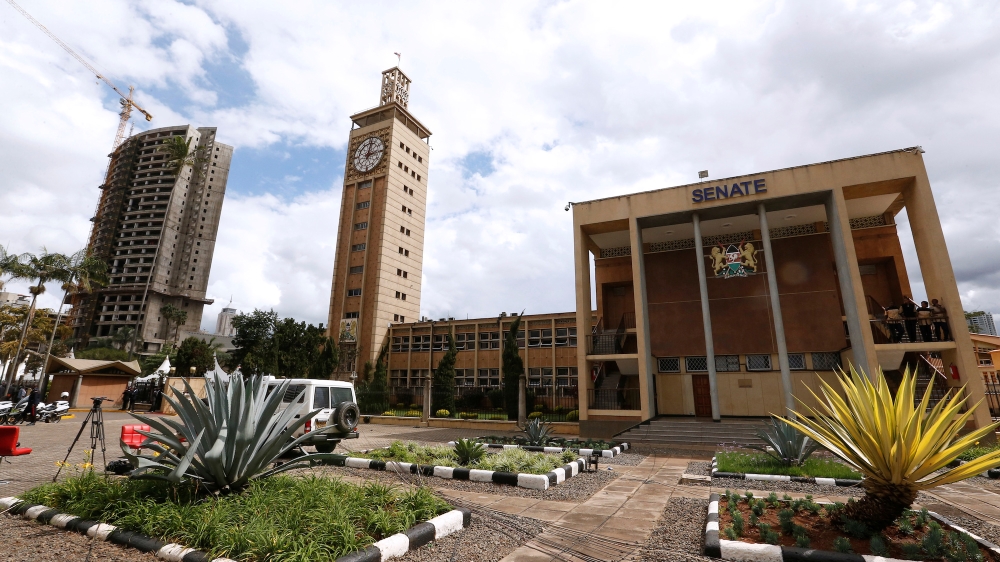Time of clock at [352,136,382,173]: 12:13
